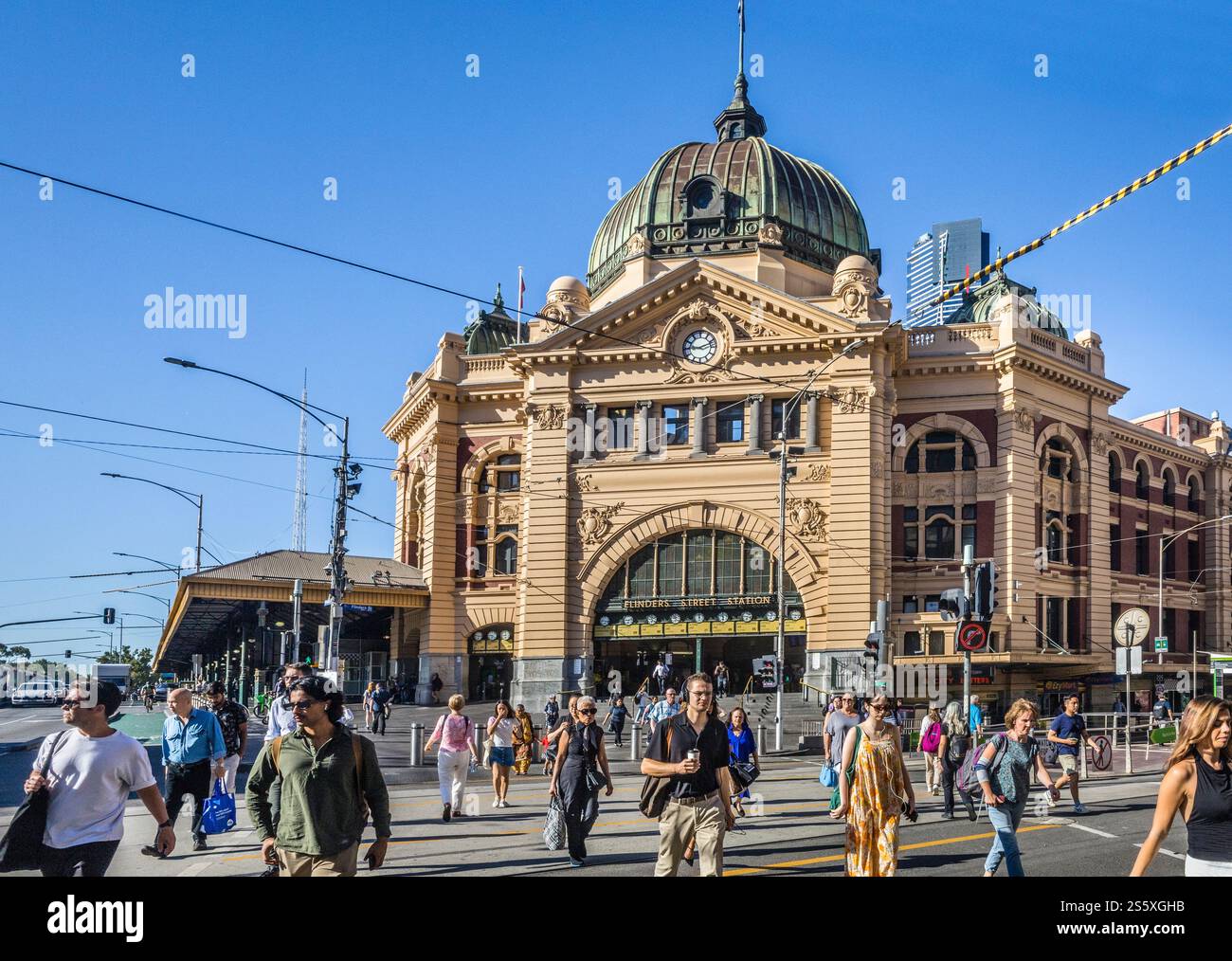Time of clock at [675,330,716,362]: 9:11
